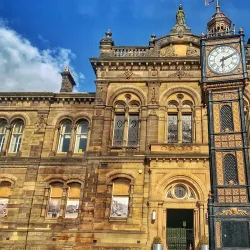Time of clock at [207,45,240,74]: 6:10
